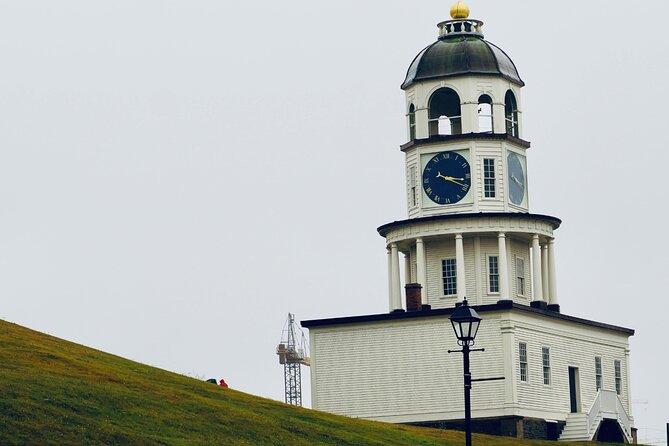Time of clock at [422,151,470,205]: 3:19
